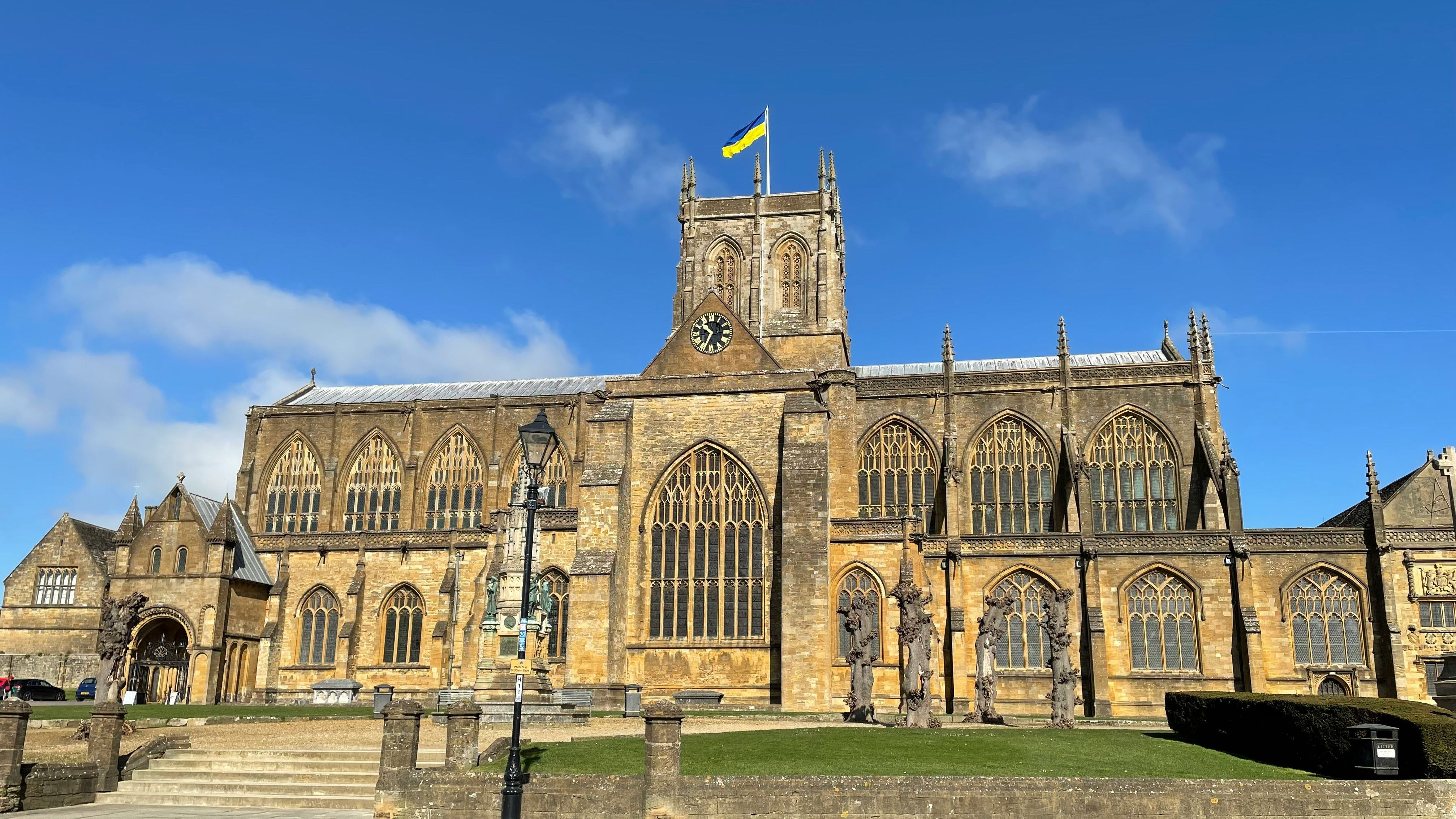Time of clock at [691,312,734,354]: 10:34
